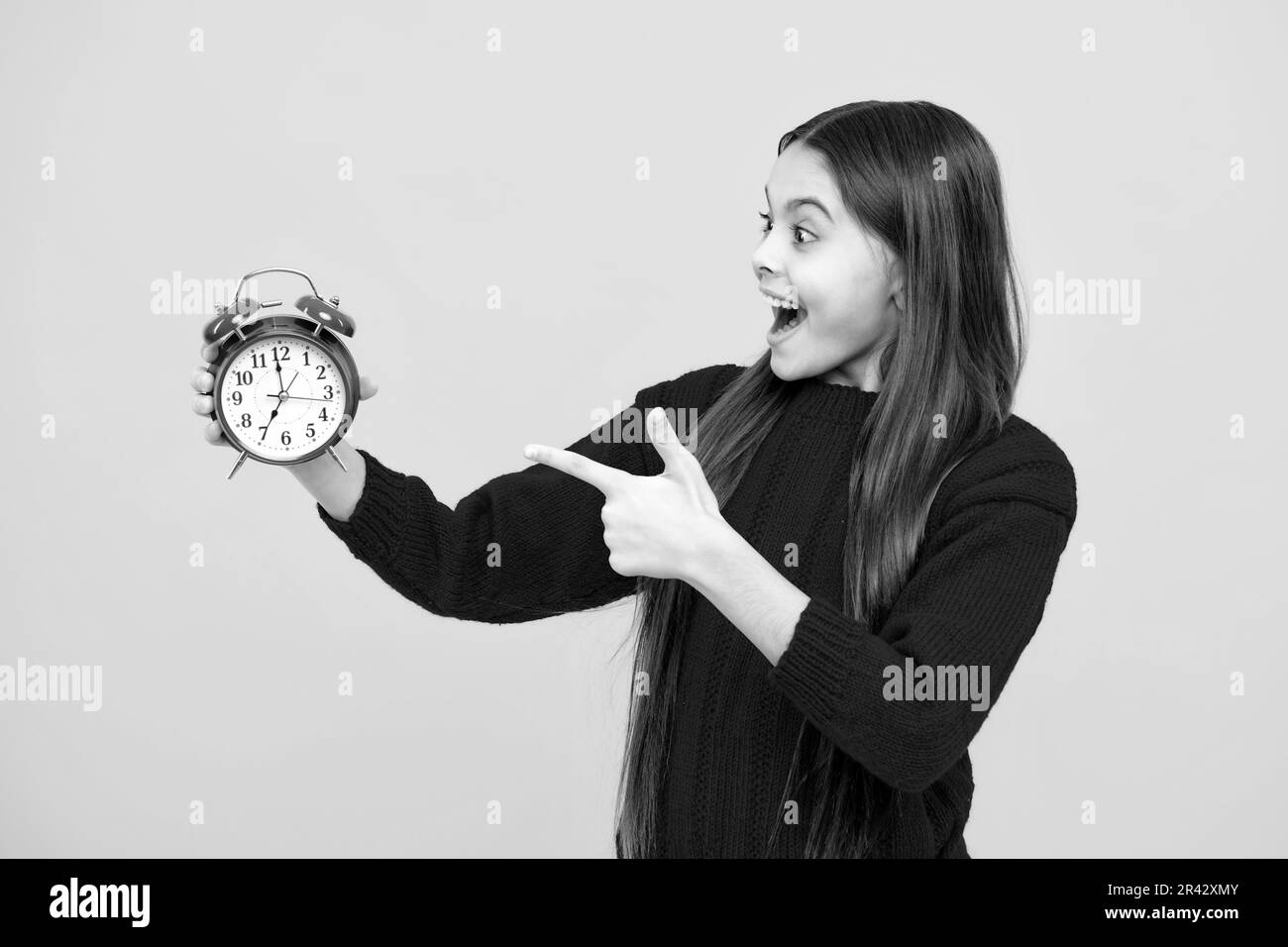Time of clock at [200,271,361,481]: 6:59
